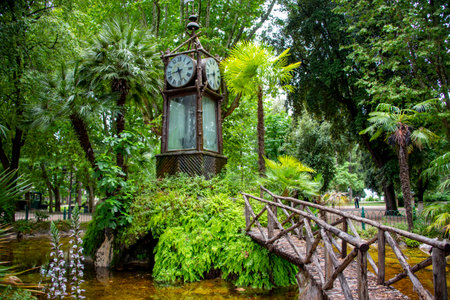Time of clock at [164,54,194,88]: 8:27
